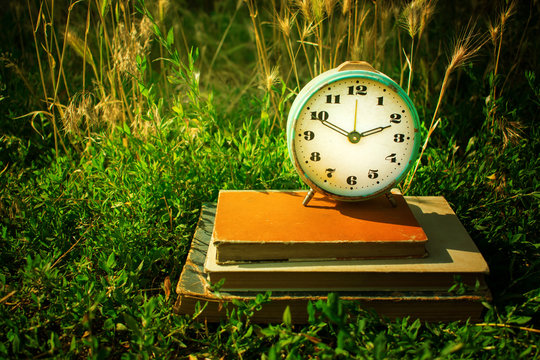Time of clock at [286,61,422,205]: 2:11
